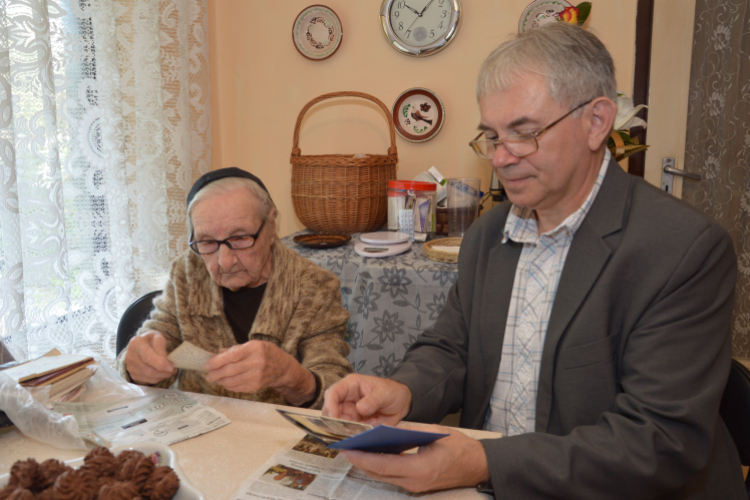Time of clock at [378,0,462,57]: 10:06
